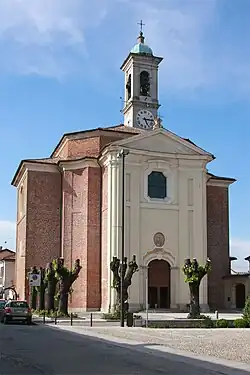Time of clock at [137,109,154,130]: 5:14
